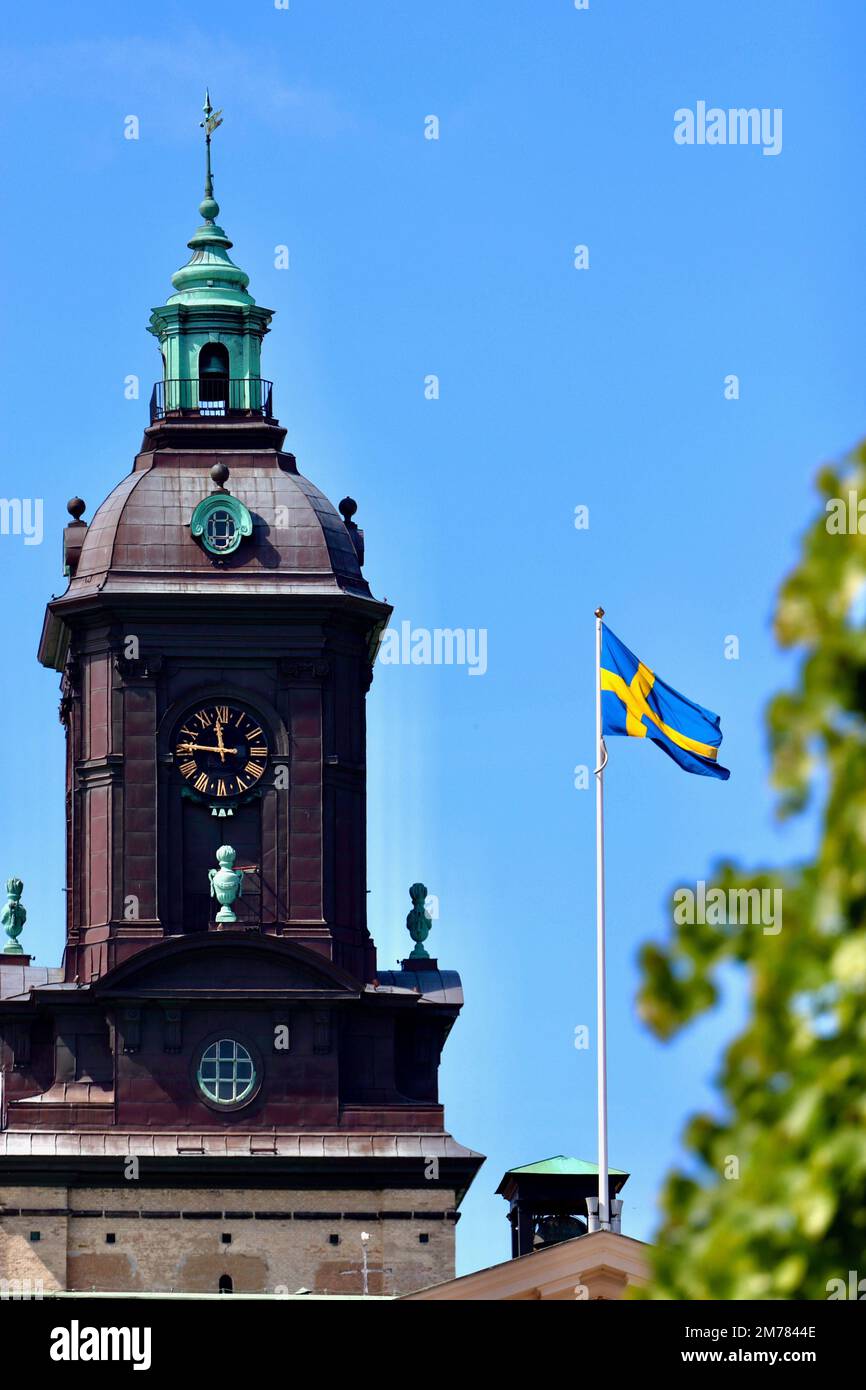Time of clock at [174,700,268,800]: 11:46
